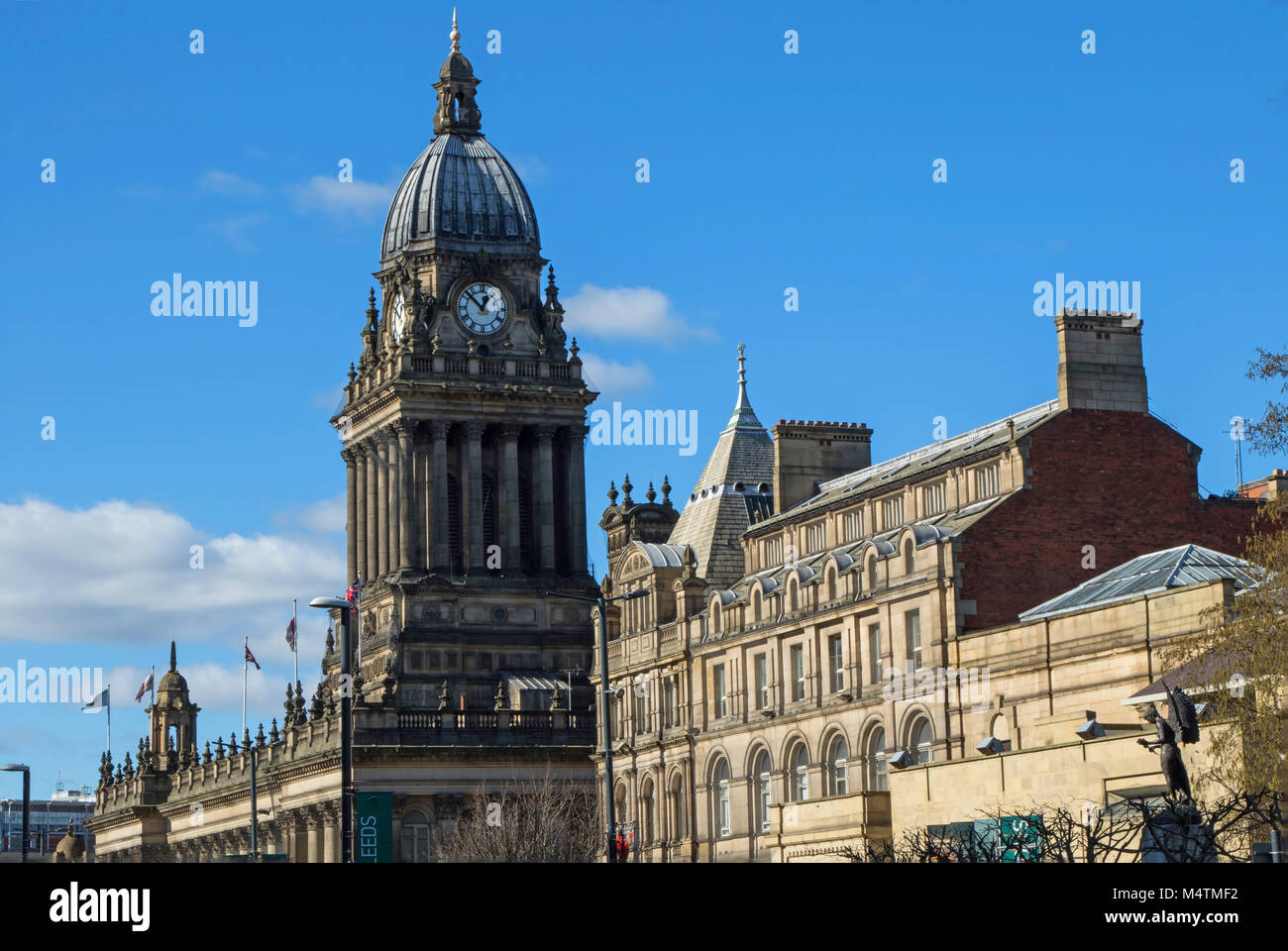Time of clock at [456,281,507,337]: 12:52
